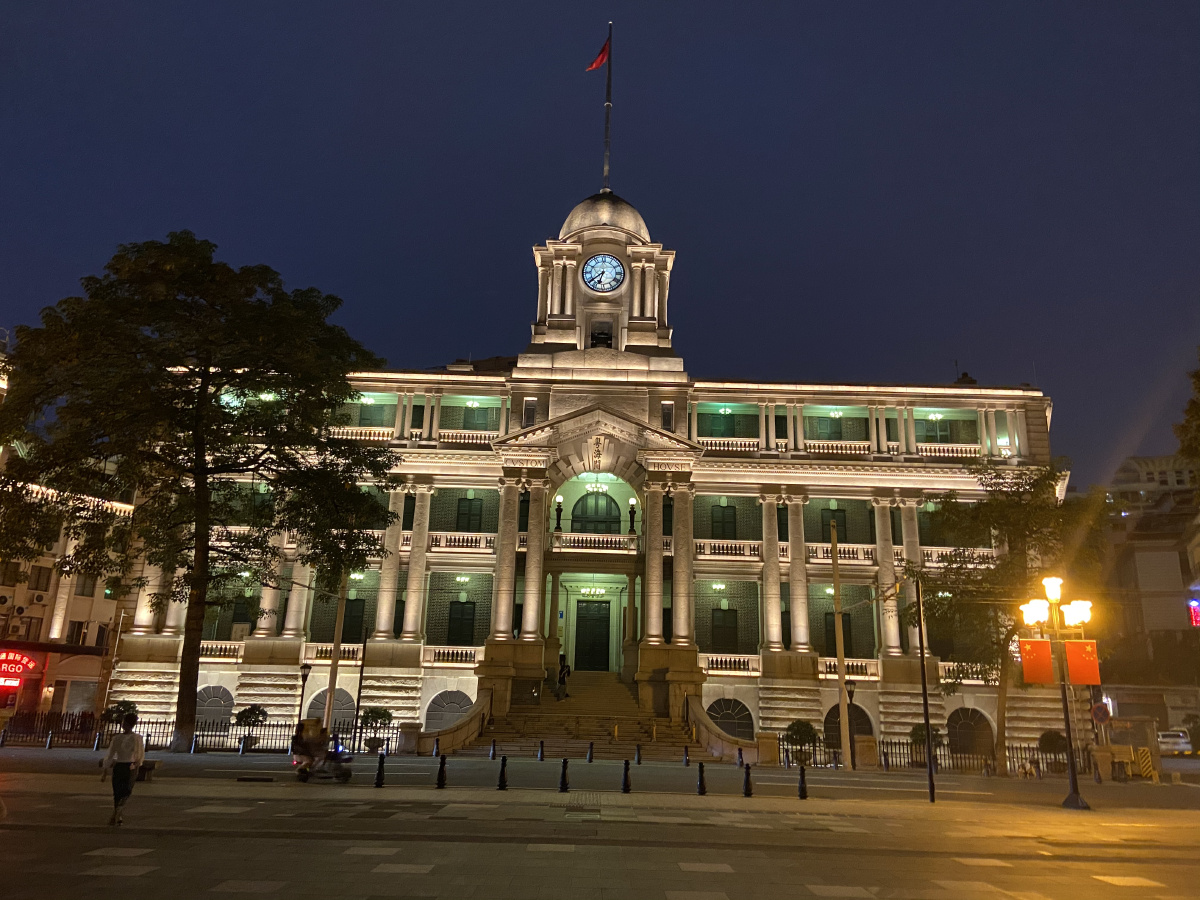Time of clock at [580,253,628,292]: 6:38
